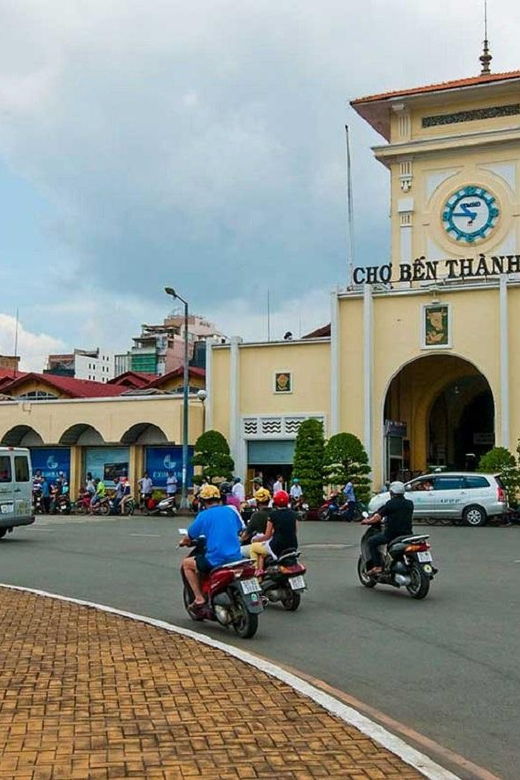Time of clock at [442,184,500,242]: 10:45
